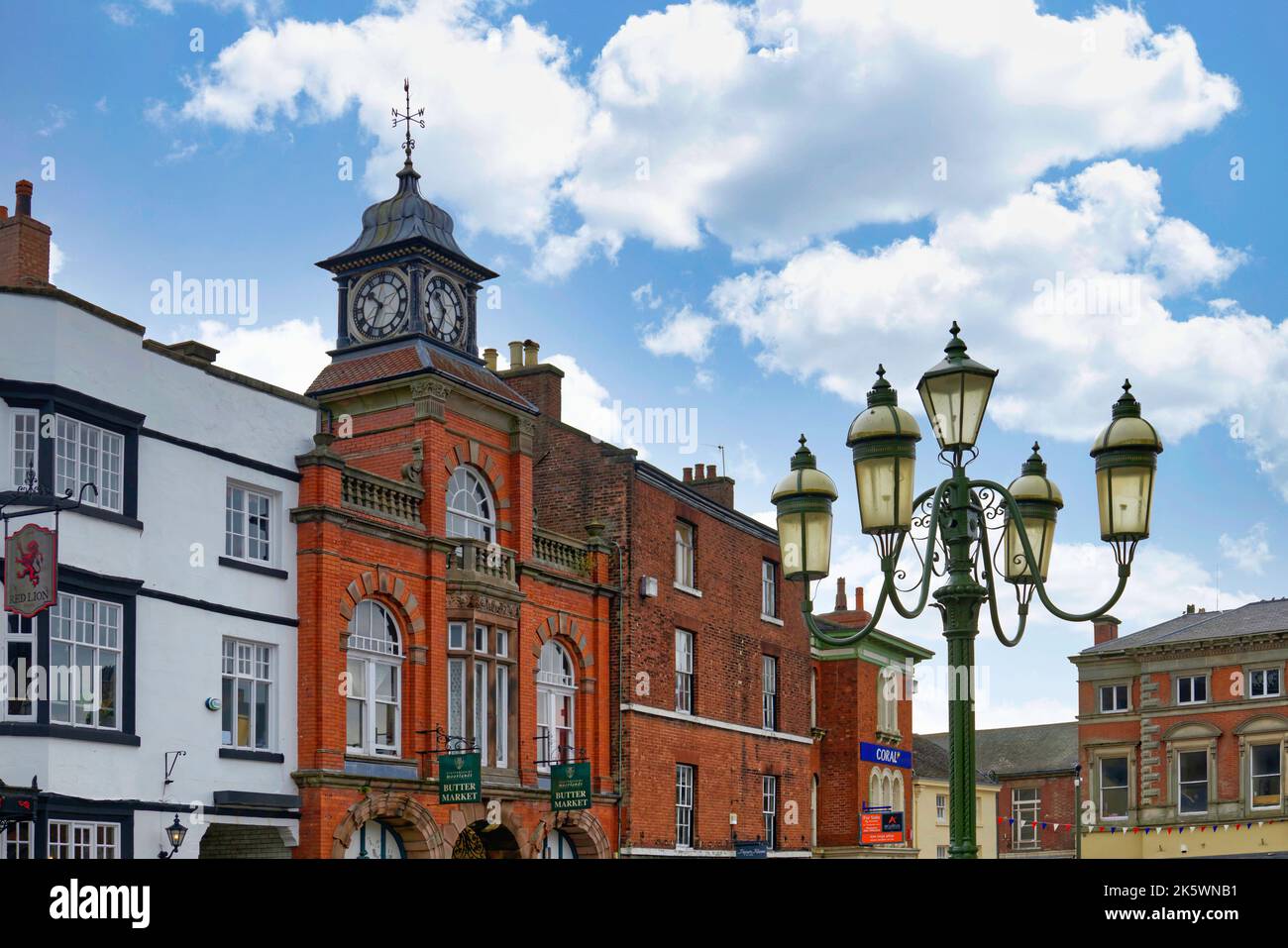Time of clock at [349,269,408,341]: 10:34
